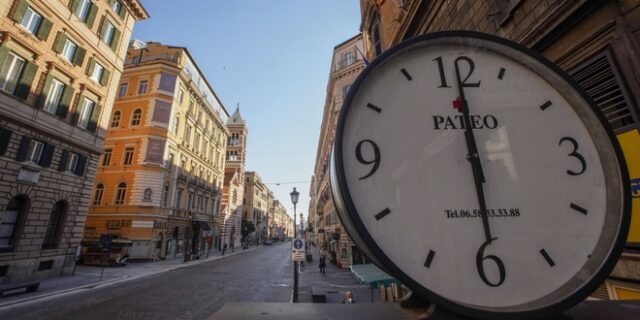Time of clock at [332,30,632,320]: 6:00
